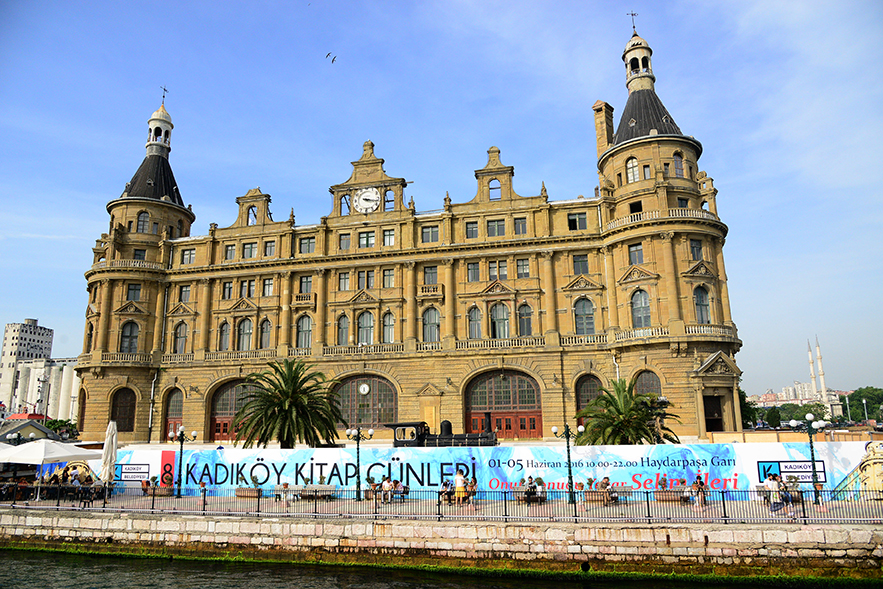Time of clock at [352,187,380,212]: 3:17
